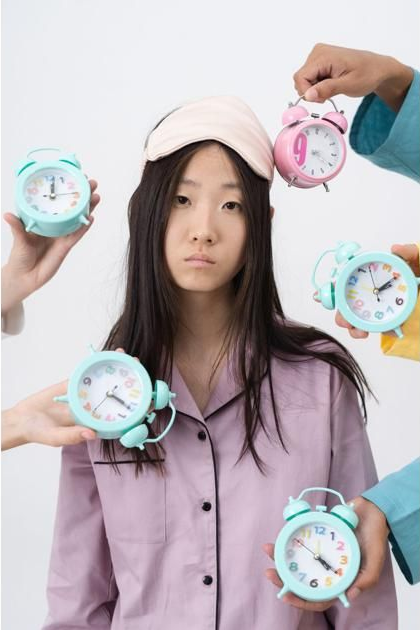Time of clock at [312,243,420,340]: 2:09
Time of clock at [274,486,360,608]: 4:20
